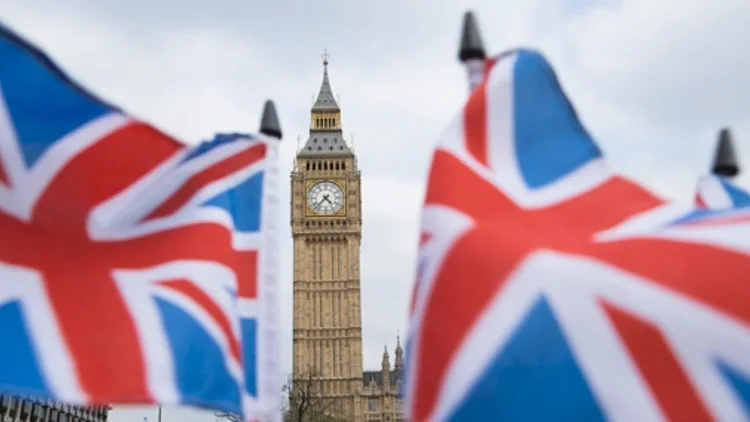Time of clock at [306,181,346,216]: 4:37
